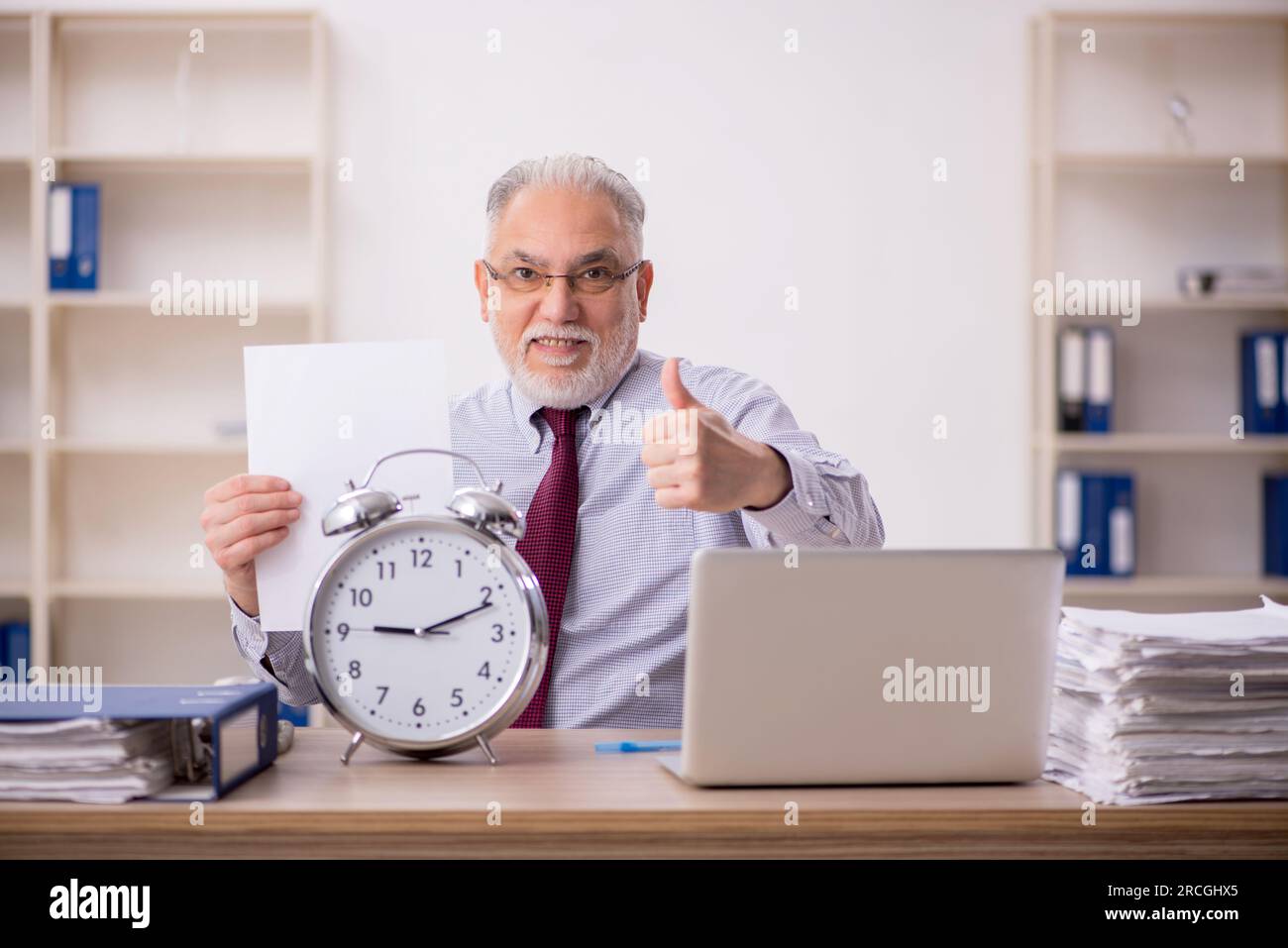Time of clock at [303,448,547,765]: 9:11
